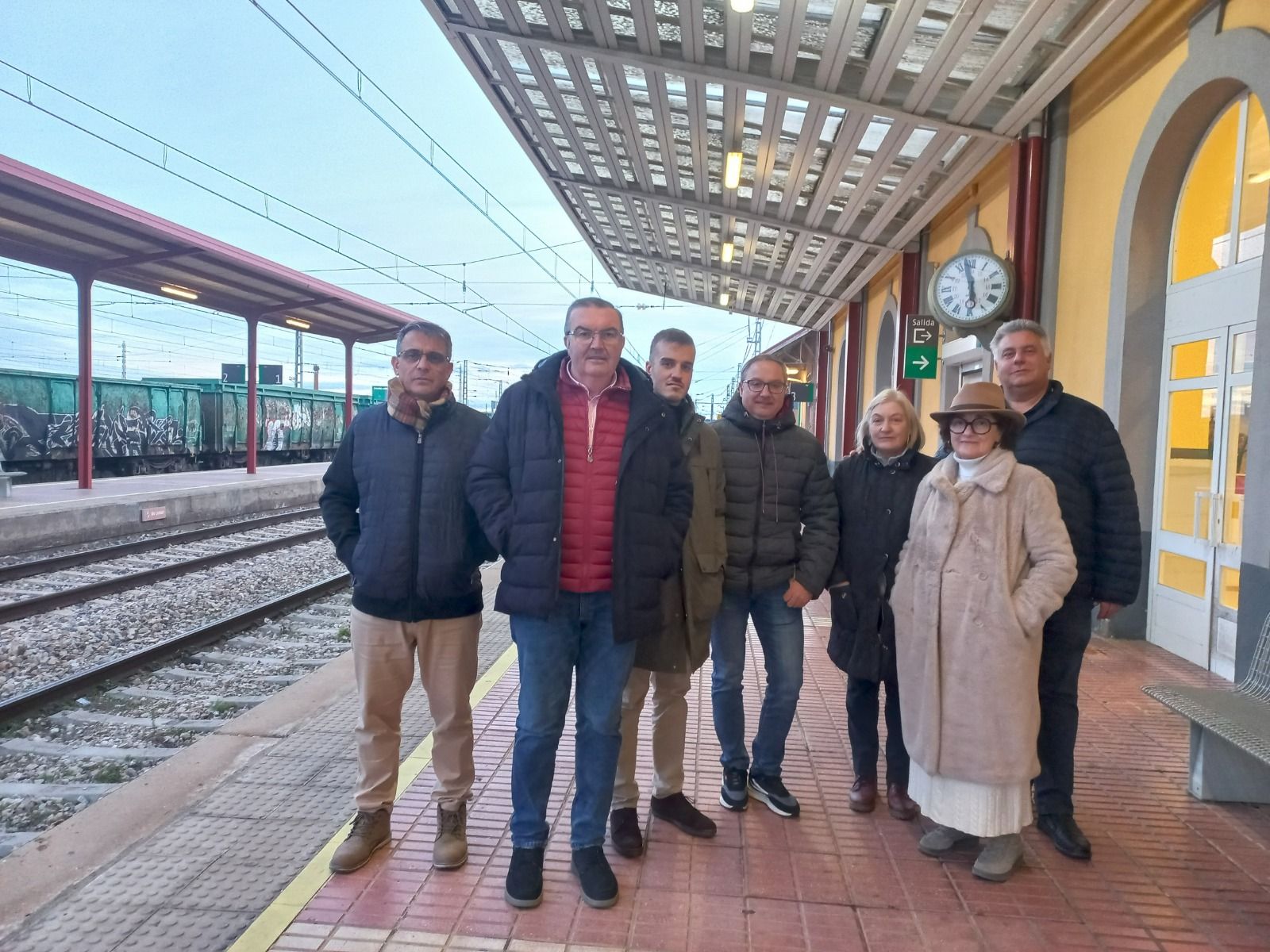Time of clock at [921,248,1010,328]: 5:57
